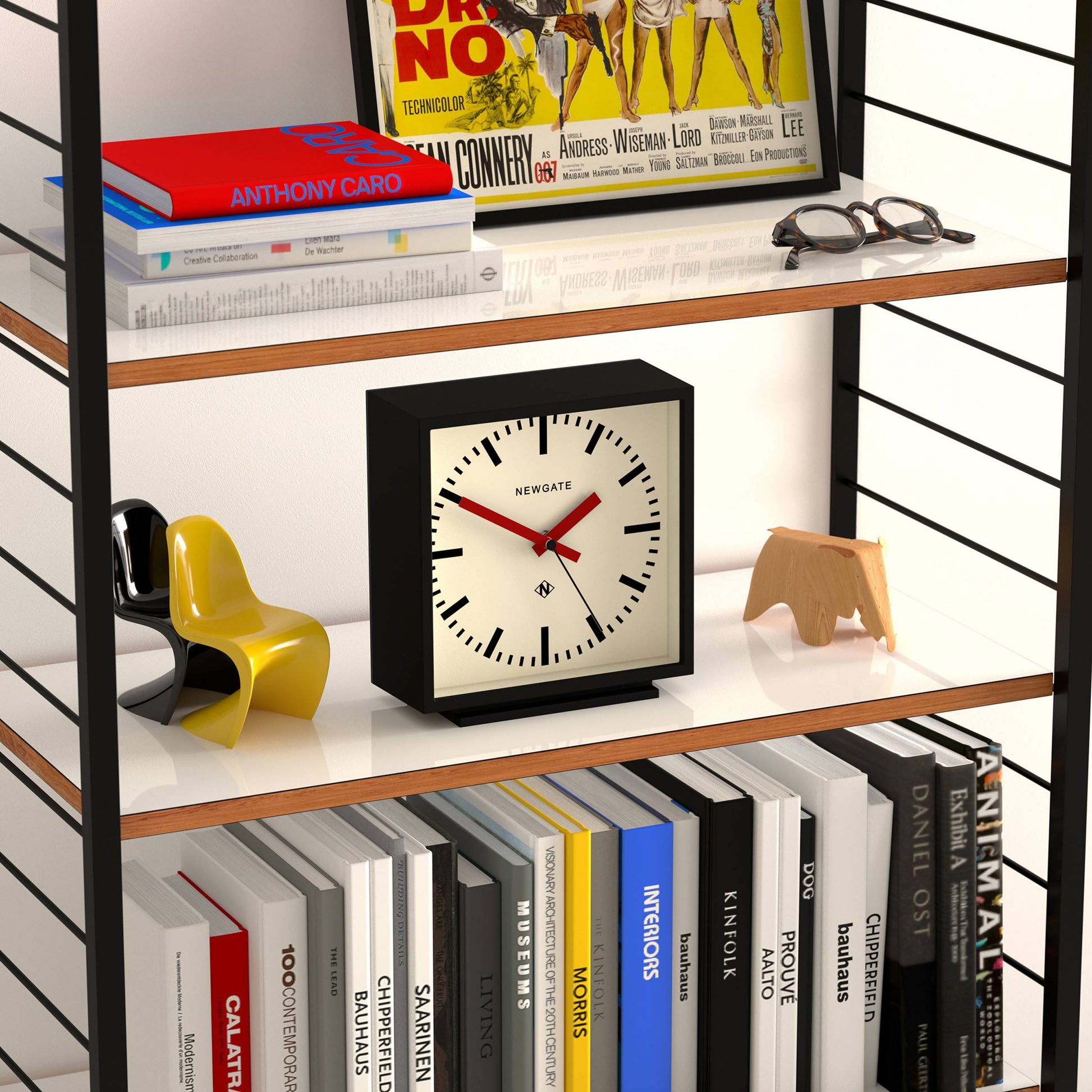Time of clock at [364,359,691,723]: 1:50
